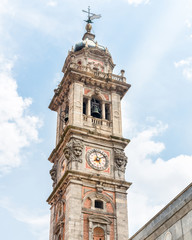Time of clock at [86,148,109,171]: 5:09
